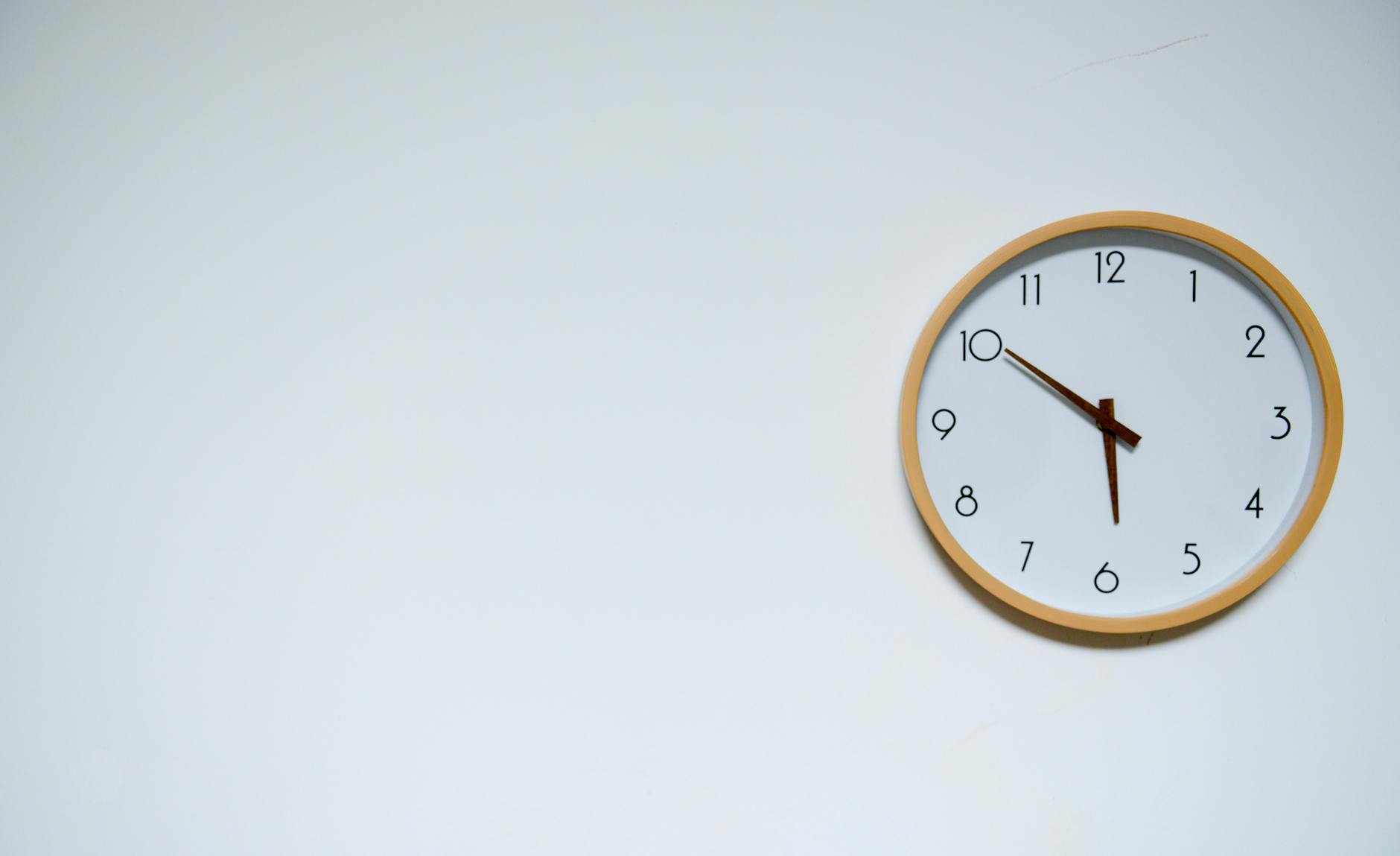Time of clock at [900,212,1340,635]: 5:50
